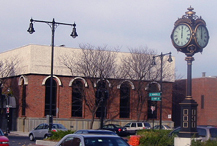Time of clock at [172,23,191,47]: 12:00
